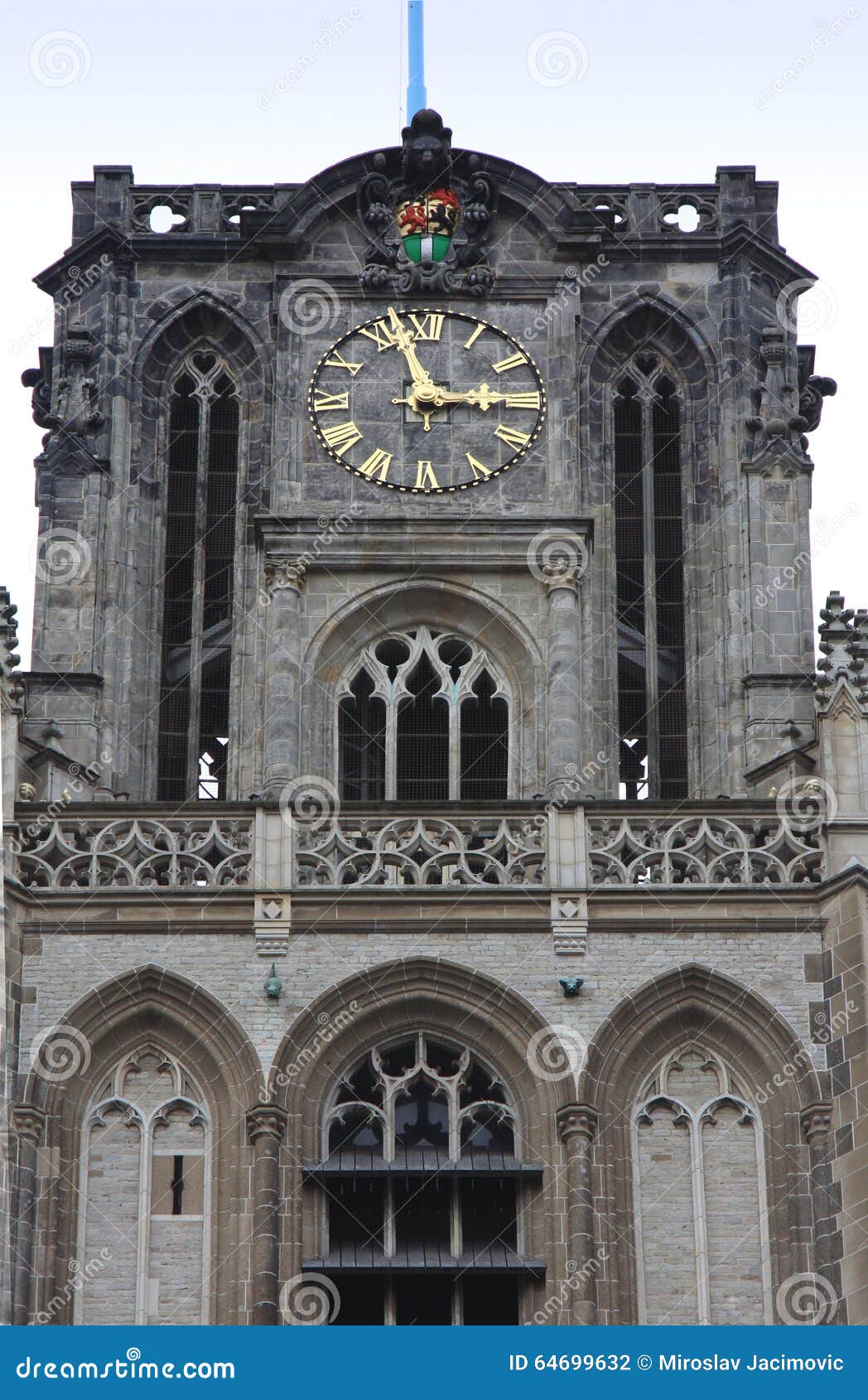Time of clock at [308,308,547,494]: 2:57
